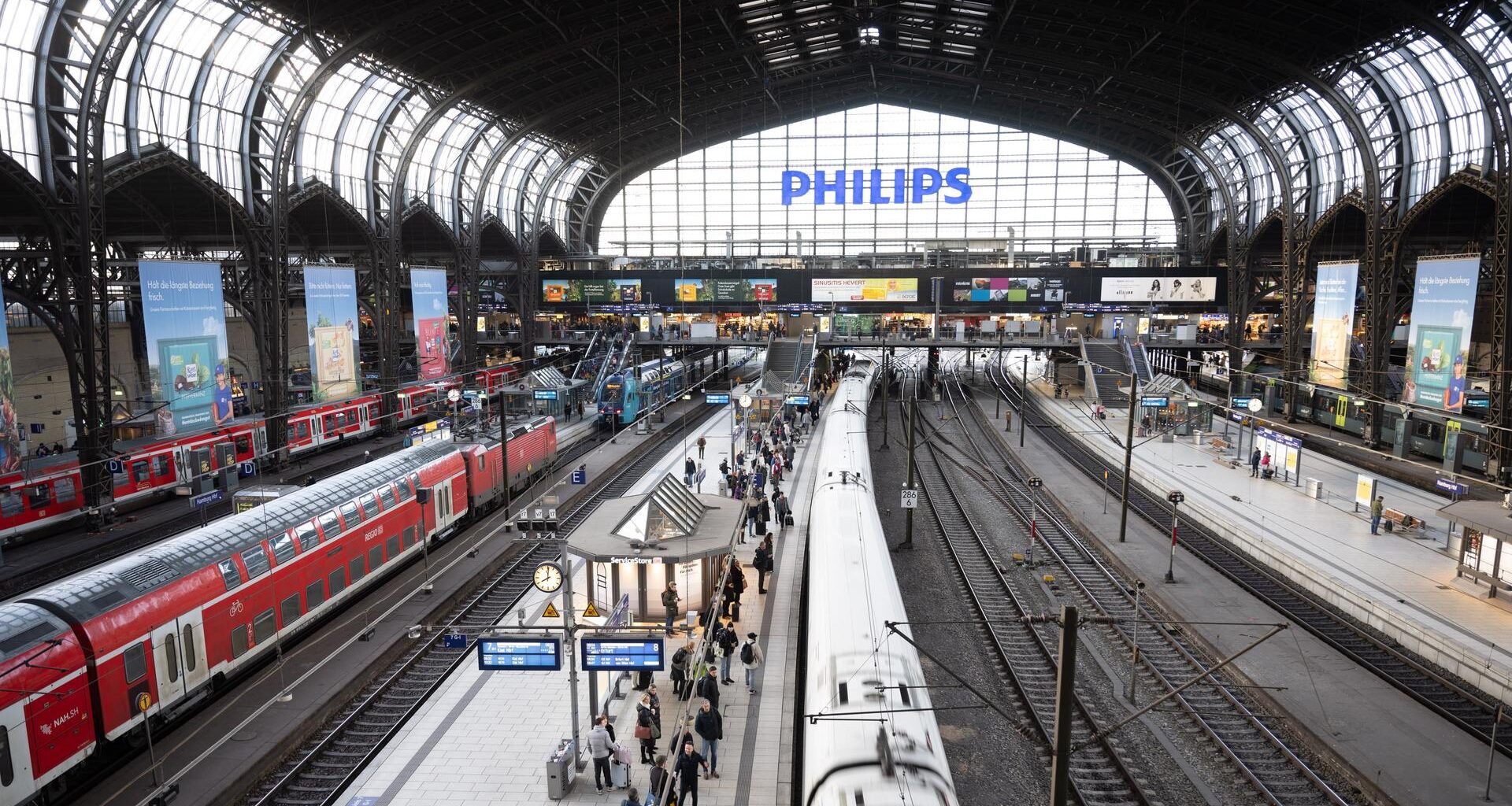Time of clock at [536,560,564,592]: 8:00
